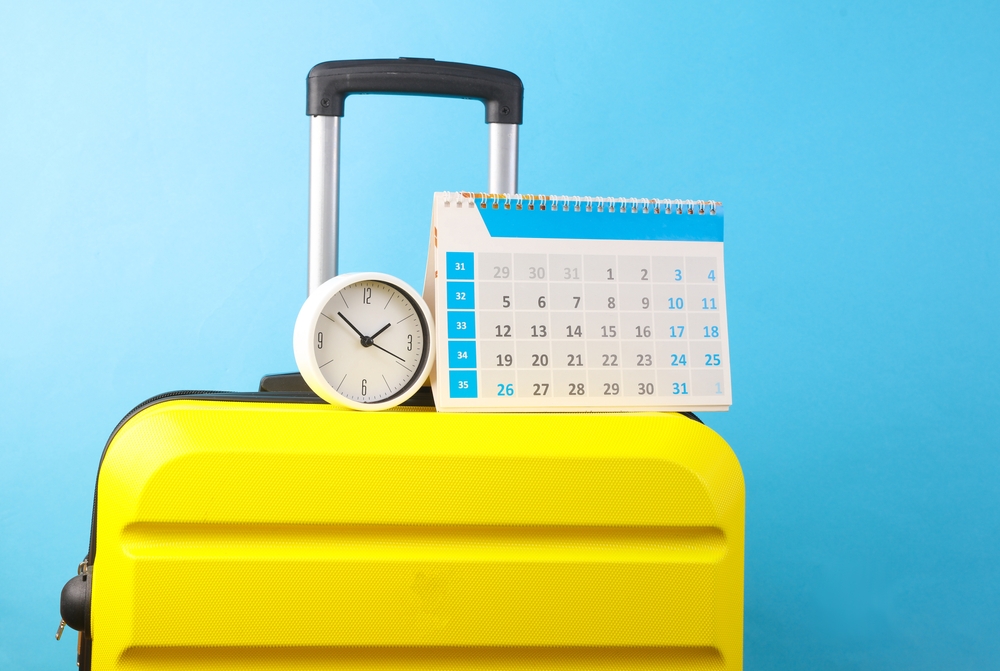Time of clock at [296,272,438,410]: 1:52
